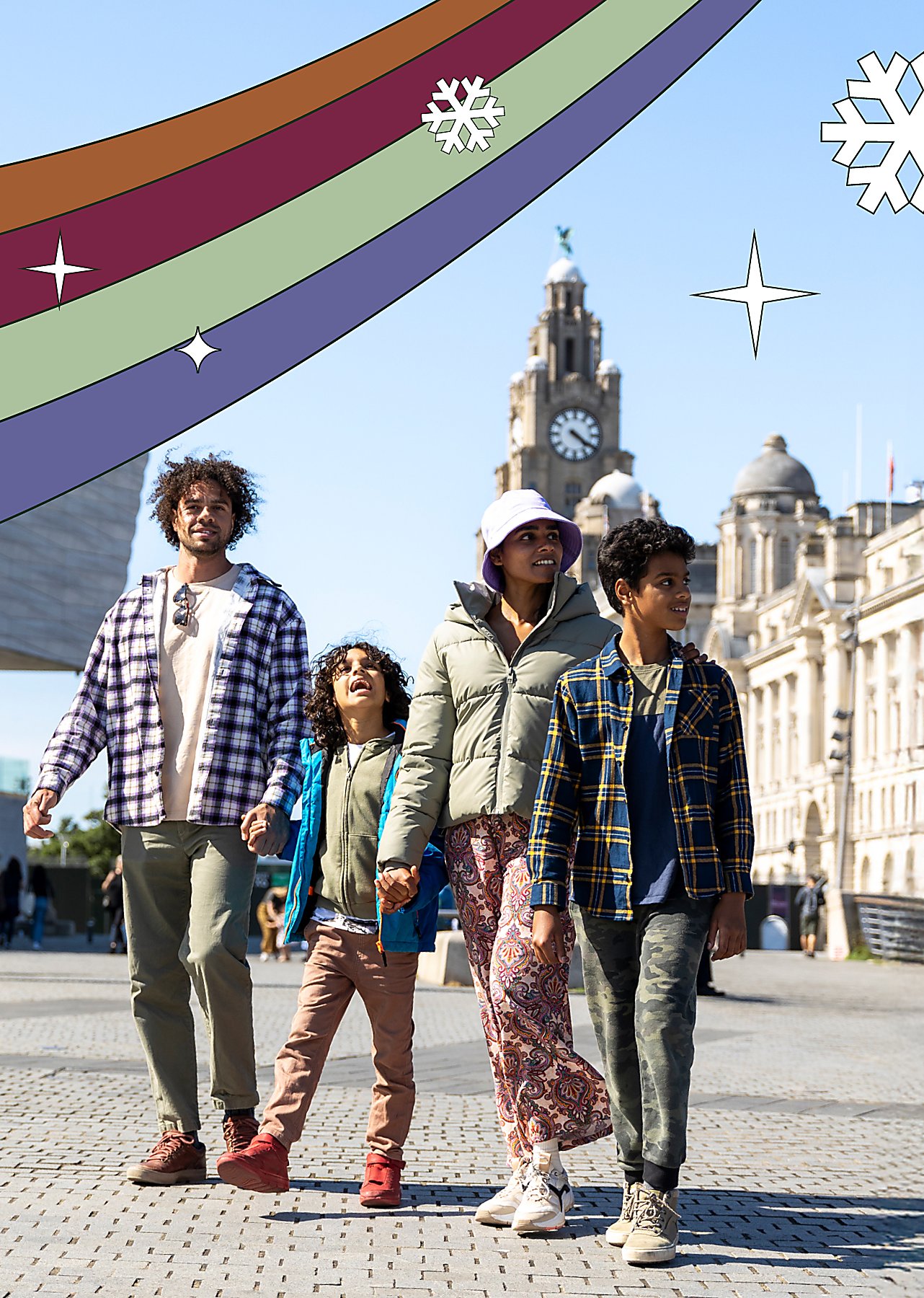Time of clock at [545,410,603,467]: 4:20
